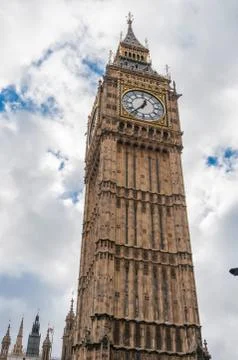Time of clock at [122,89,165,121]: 12:37
